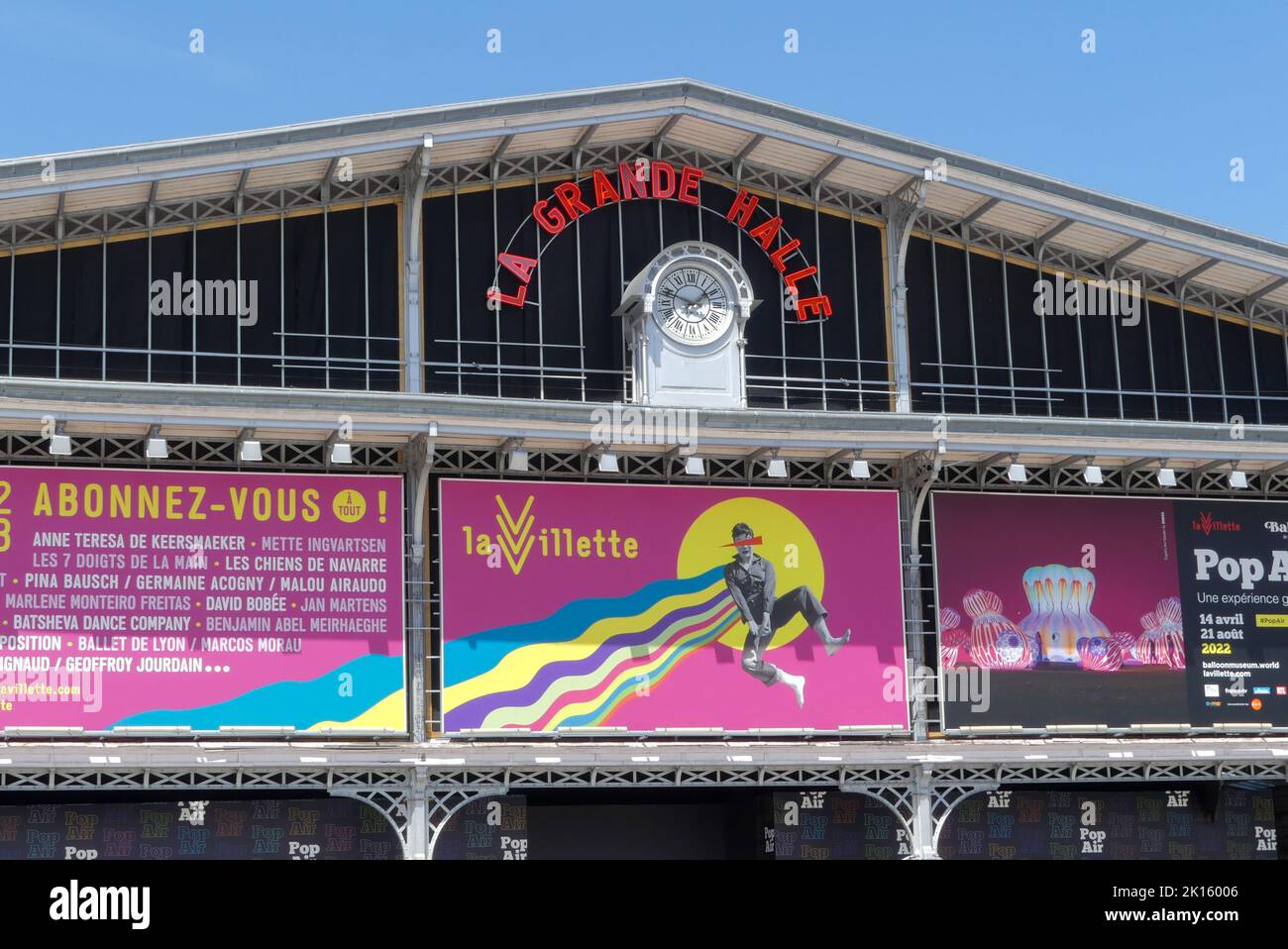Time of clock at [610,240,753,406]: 1:46
